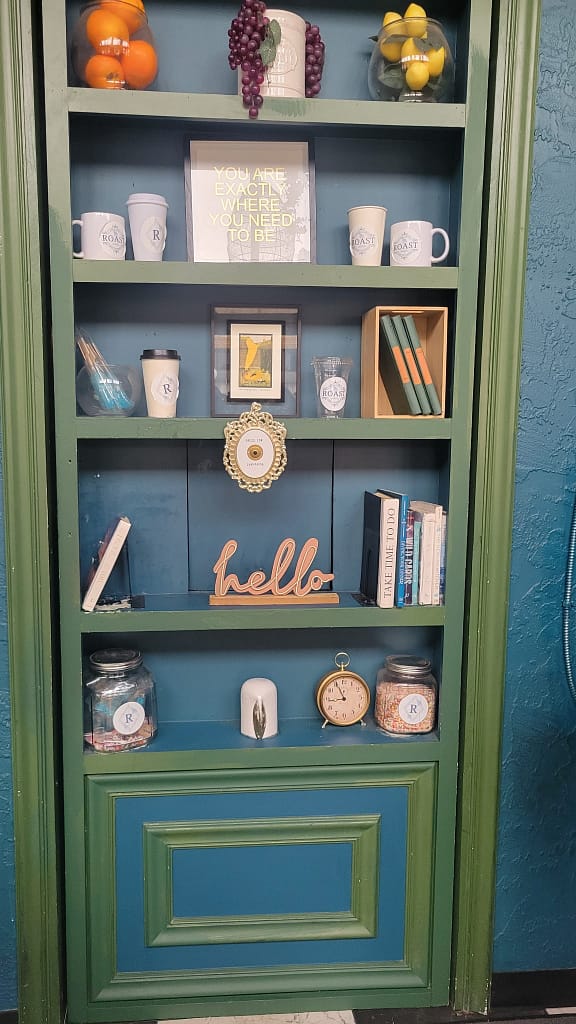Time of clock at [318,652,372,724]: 8:55
